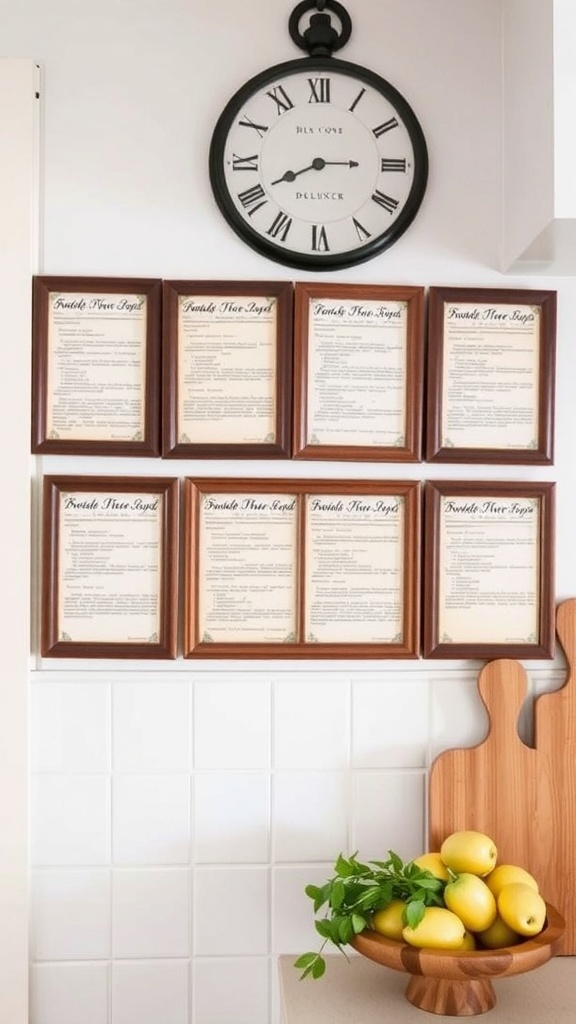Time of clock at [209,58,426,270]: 8:14
